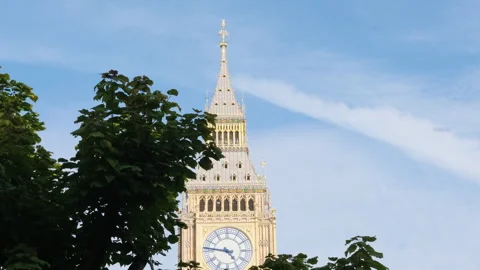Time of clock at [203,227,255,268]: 4:46
